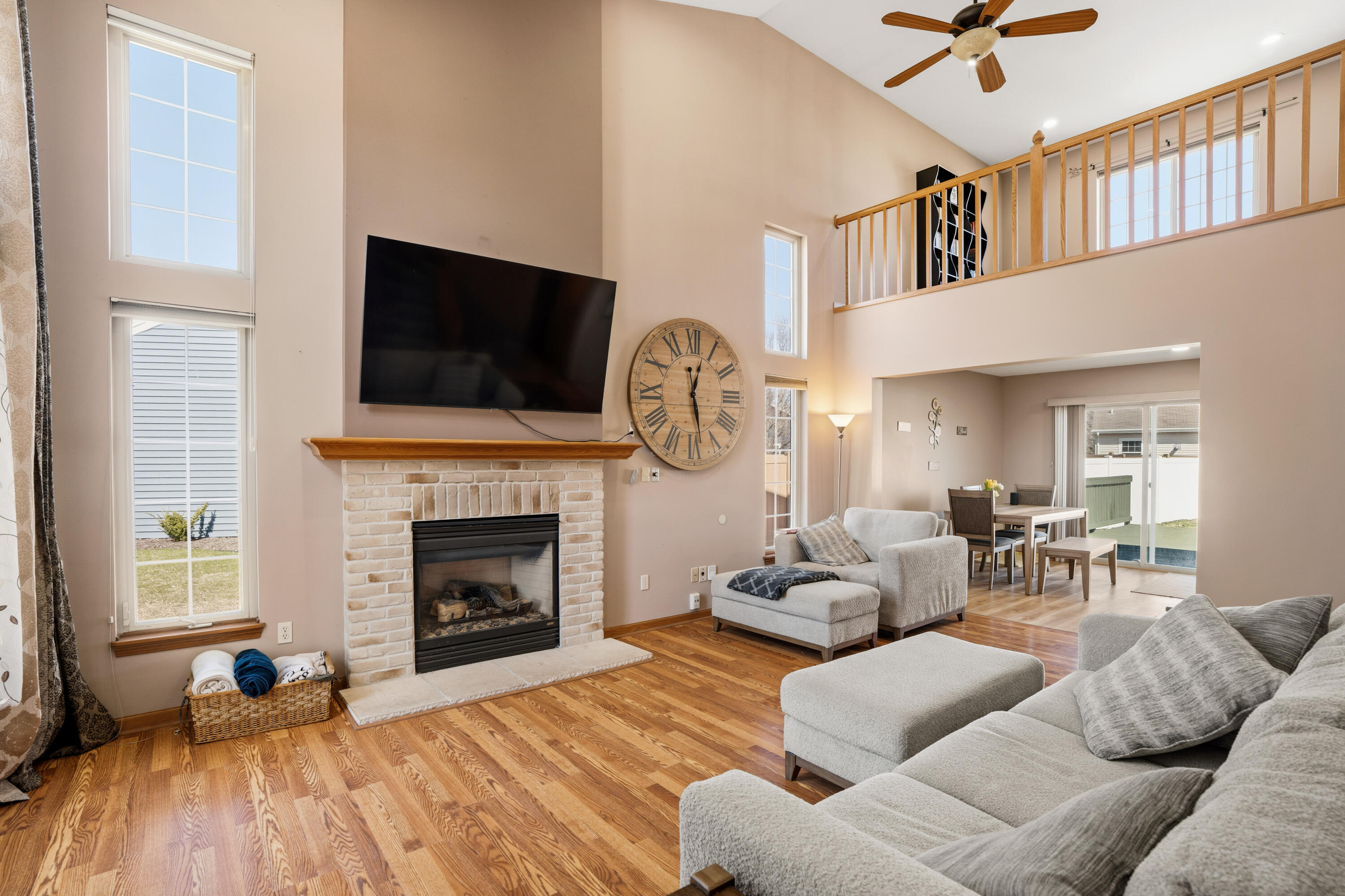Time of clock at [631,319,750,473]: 12:28
